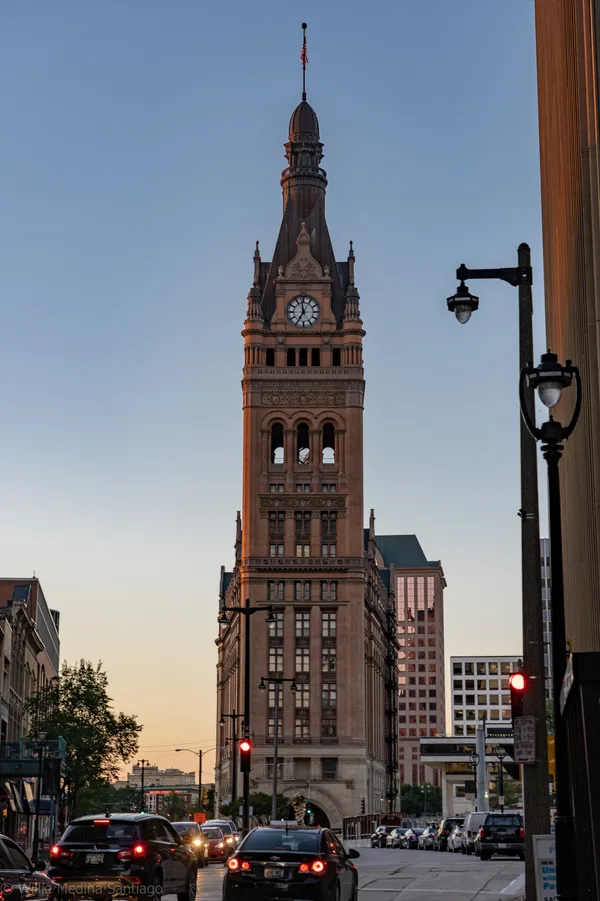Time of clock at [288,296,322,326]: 6:58
